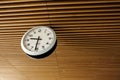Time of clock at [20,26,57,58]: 9:31
